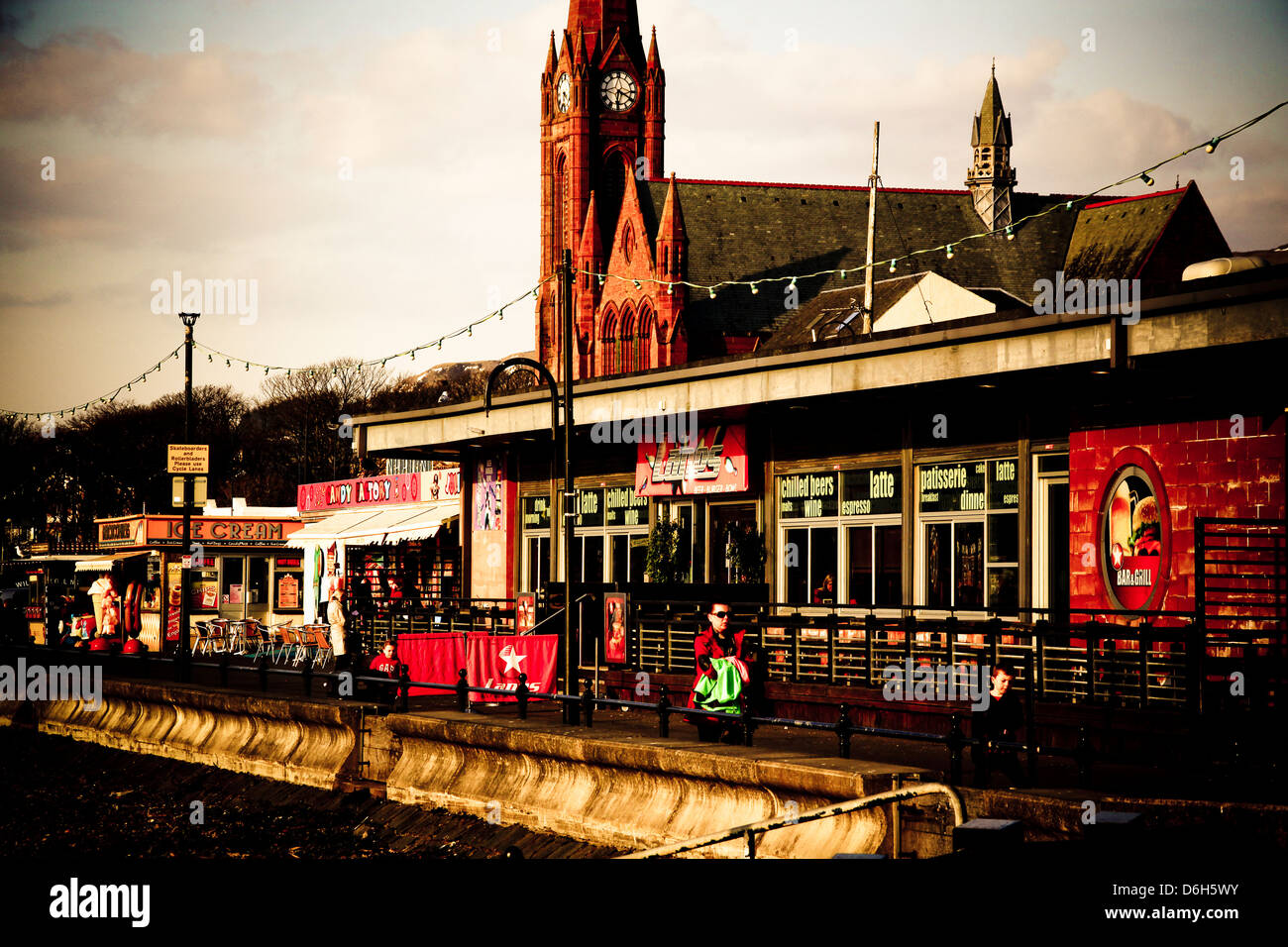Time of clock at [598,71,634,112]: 6:19
